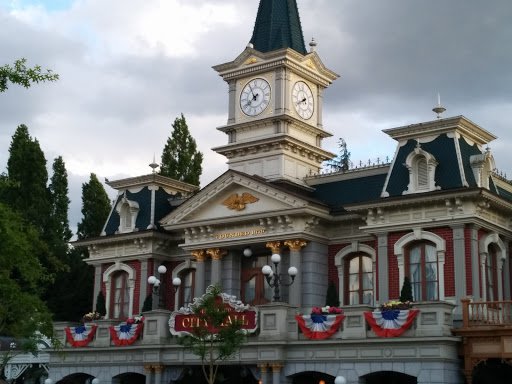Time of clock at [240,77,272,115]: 7:55
